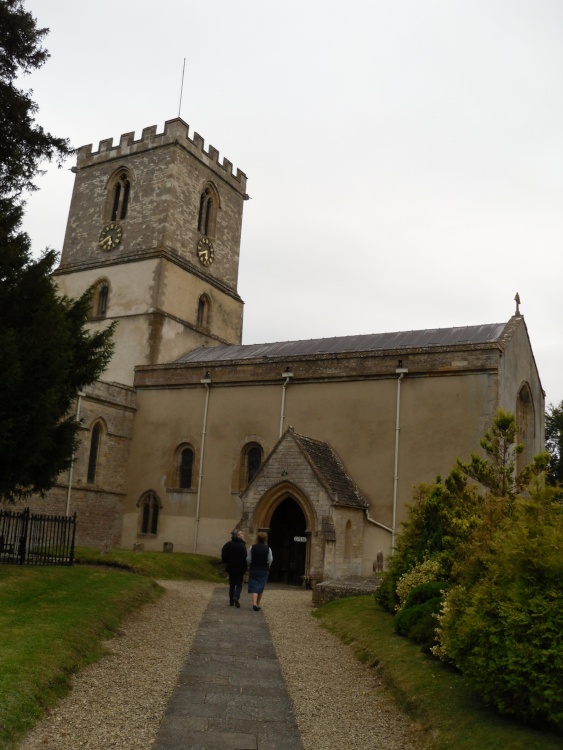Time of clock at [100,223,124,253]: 5:40
